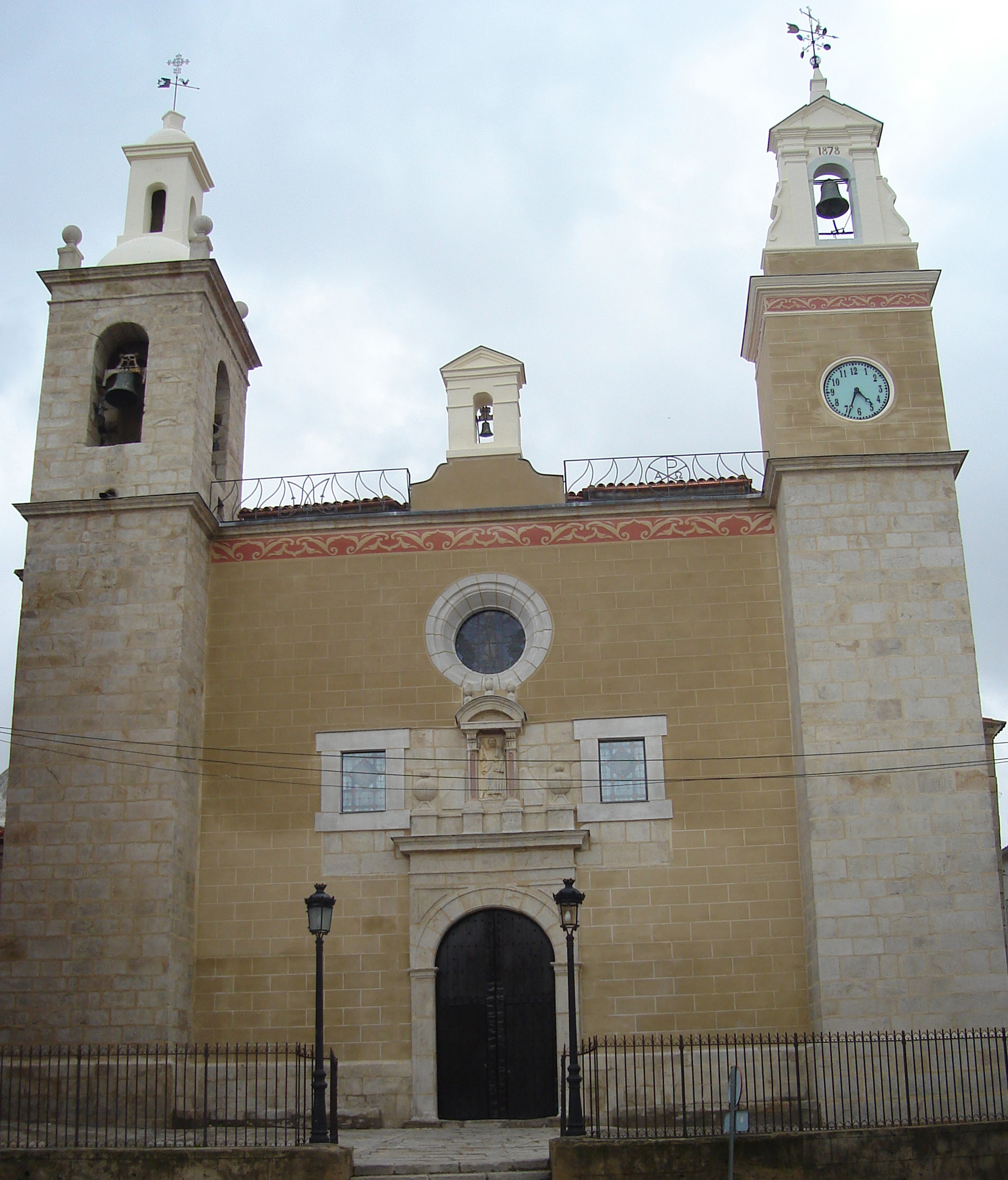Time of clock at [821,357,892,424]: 4:34
